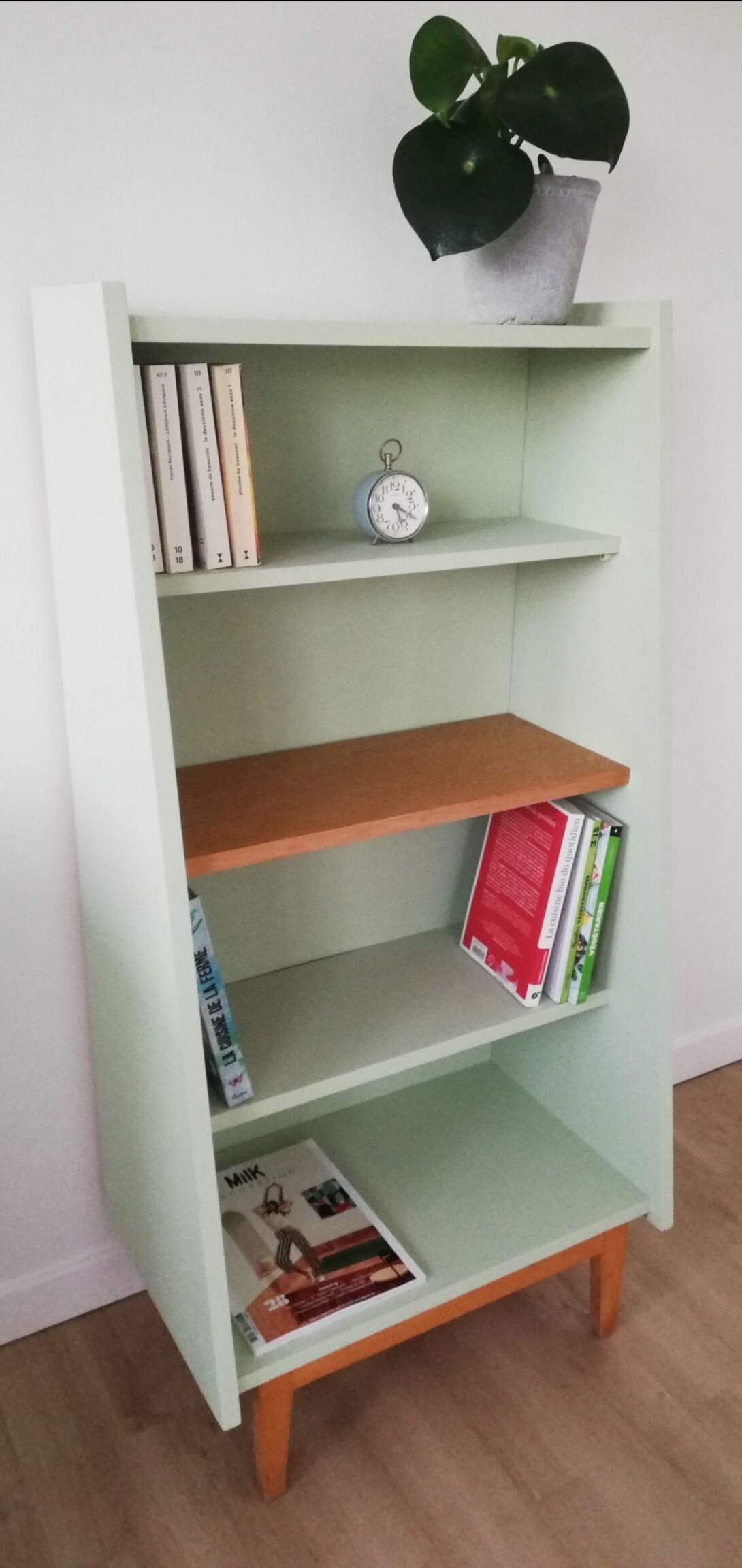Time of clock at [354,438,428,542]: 5:19
